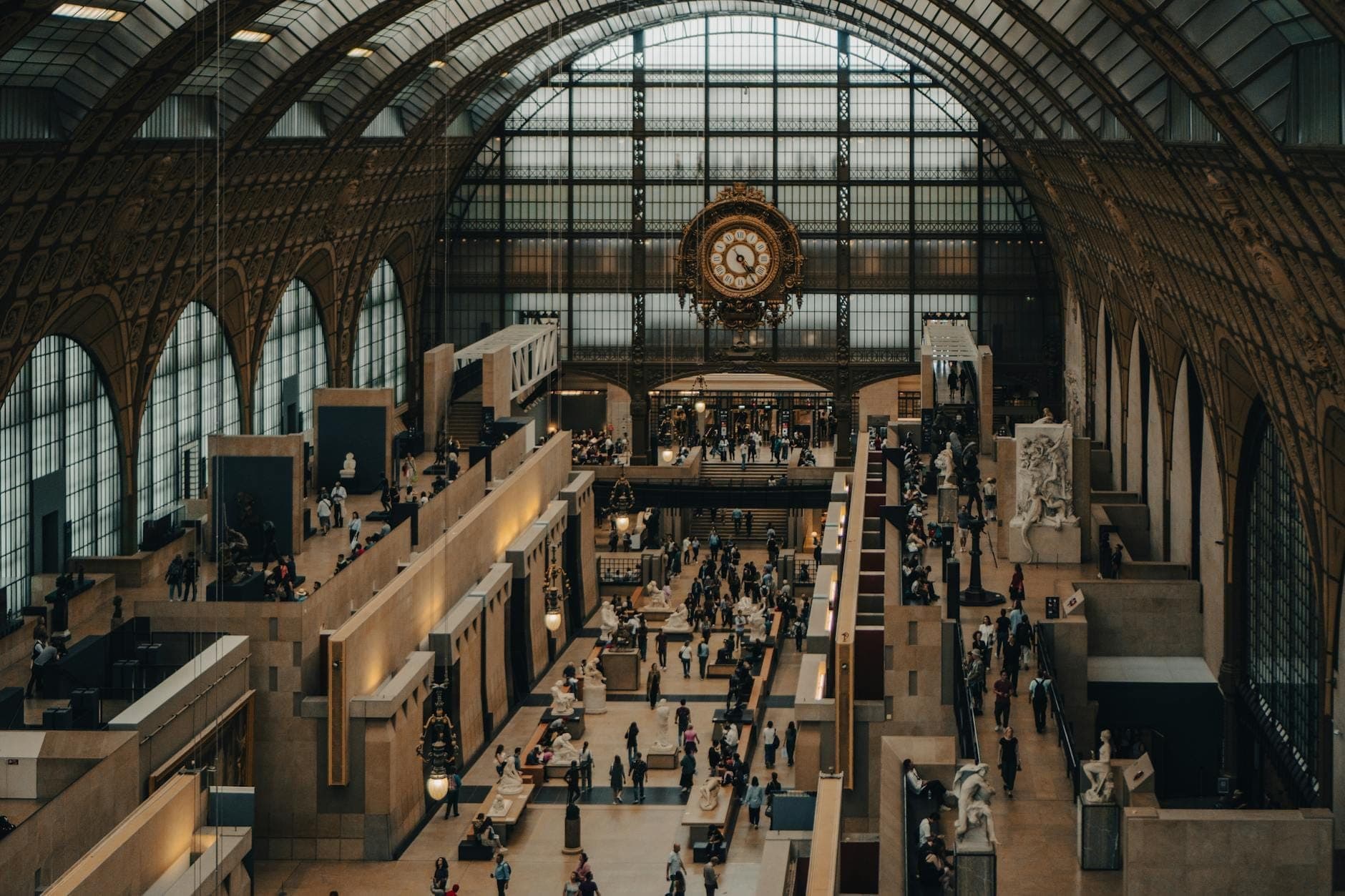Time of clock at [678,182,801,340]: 4:23
